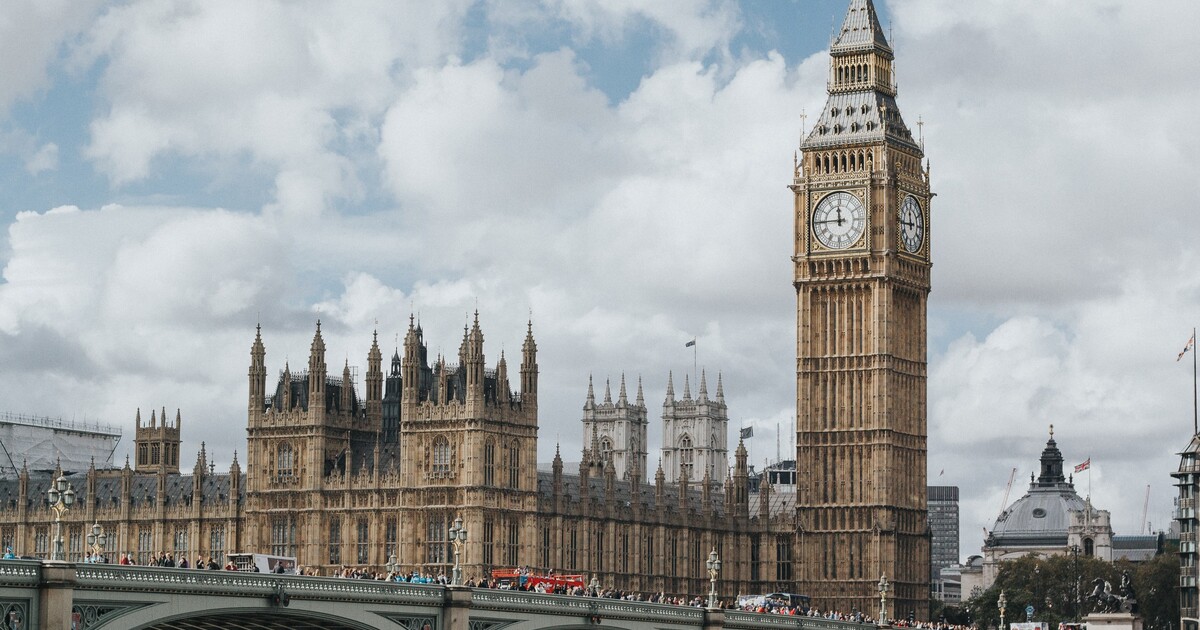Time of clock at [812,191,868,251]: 11:44
